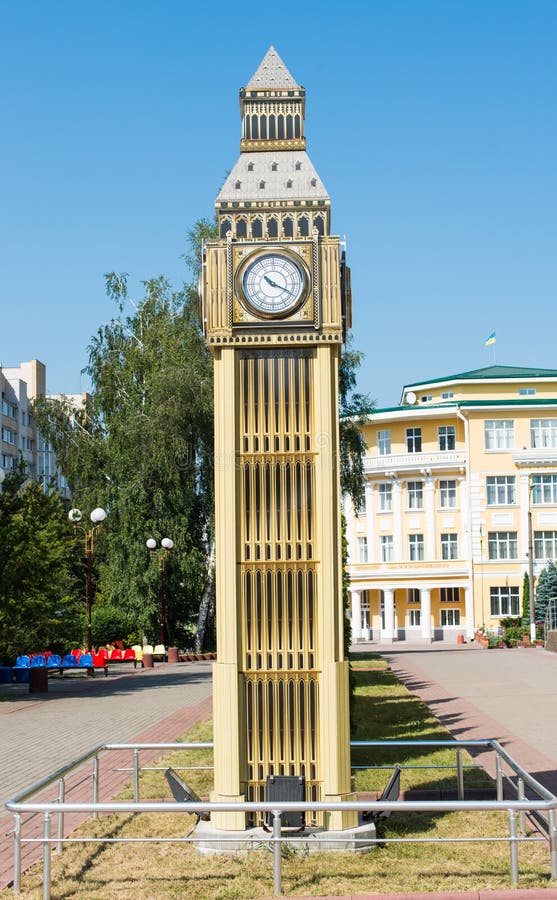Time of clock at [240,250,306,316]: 10:19
